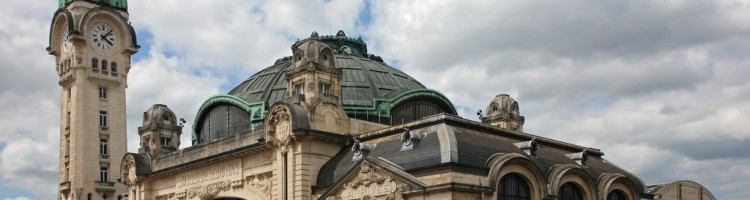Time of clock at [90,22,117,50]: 4:07
